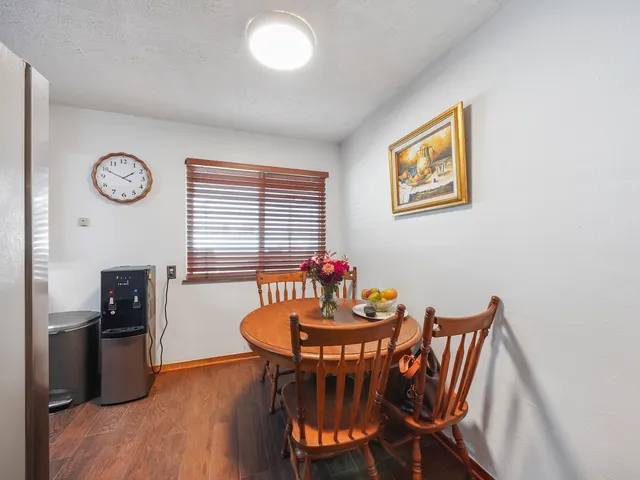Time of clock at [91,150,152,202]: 1:49
